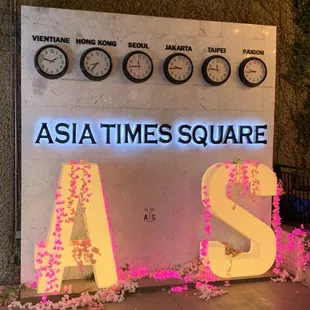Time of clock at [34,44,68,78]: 1:47
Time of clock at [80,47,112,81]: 8:36
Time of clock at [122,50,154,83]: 11:44
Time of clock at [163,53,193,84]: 9:44
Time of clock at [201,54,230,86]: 11:46
